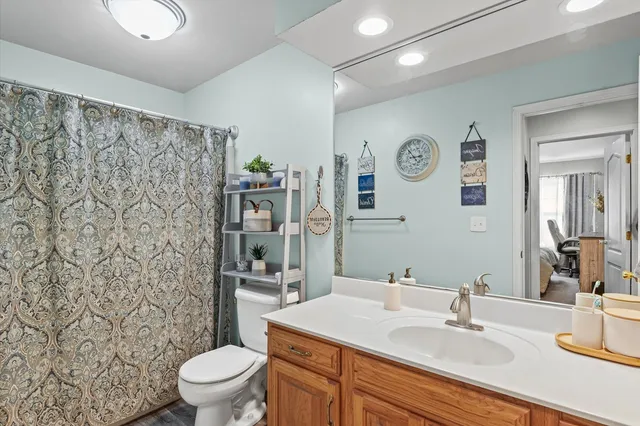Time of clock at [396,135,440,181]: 2:53
